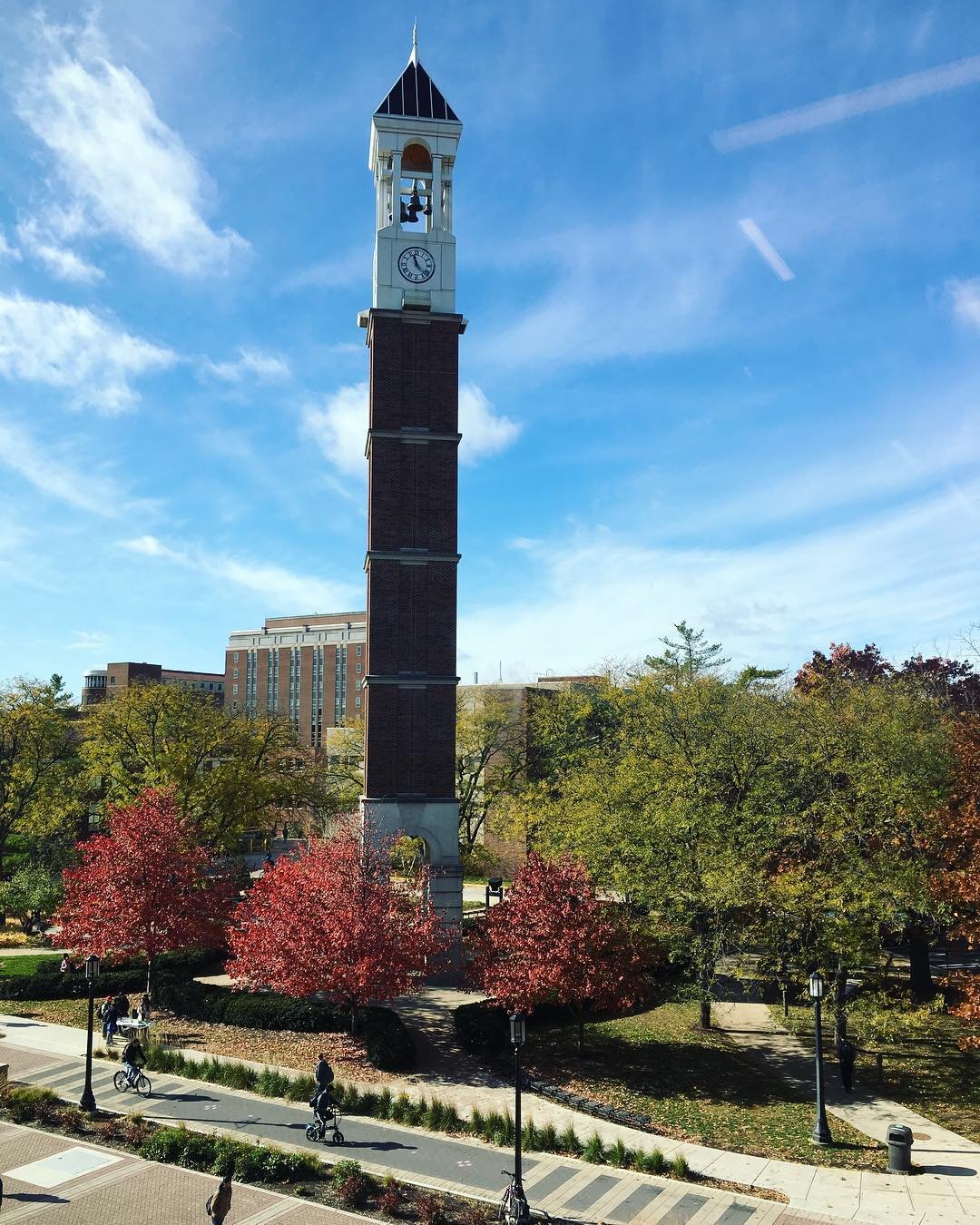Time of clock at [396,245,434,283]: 11:22
